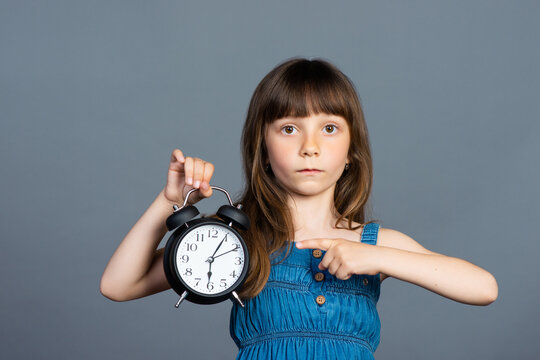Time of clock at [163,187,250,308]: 6:05
